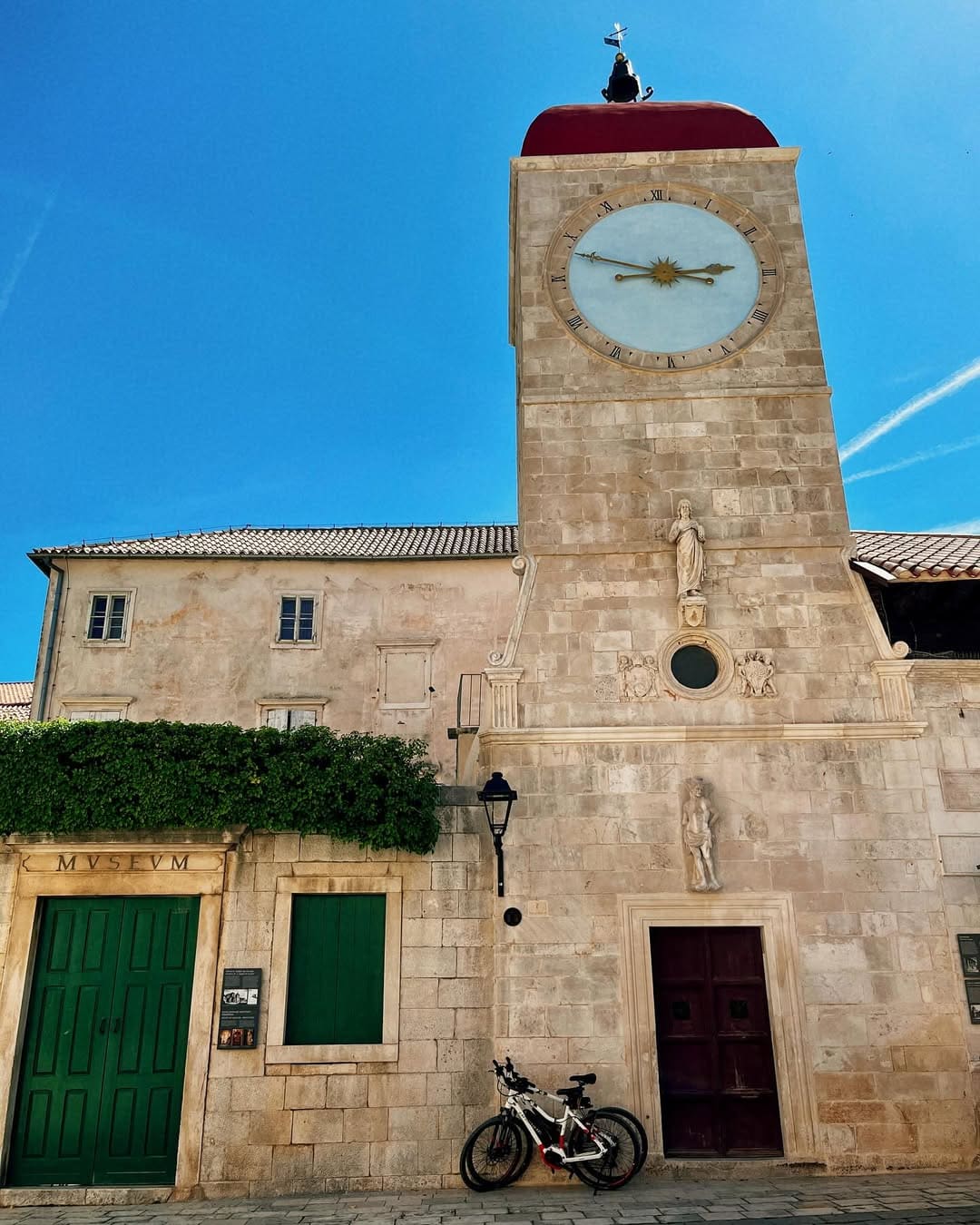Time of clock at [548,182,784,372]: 2:48
